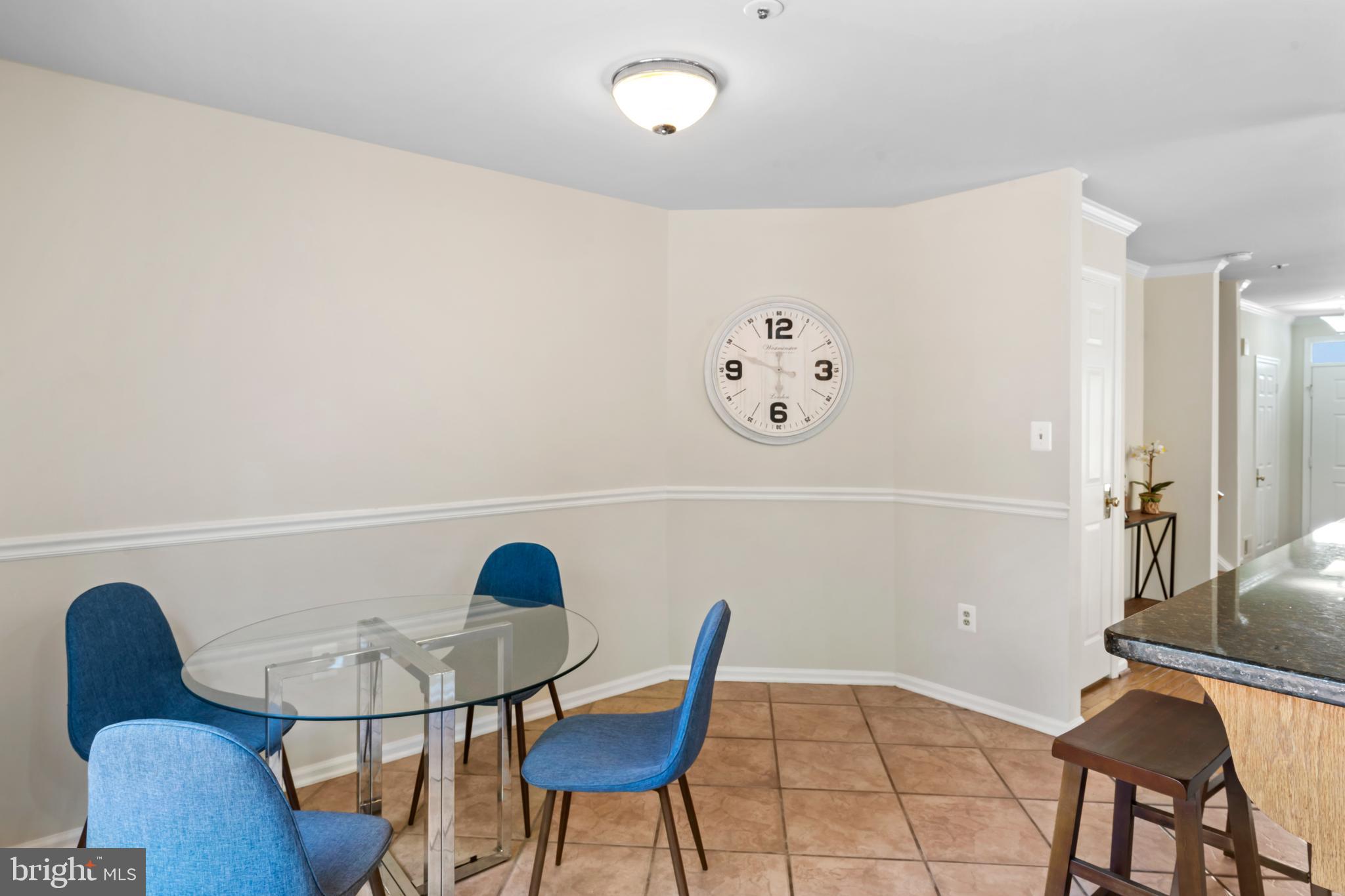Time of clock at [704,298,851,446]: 5:48
